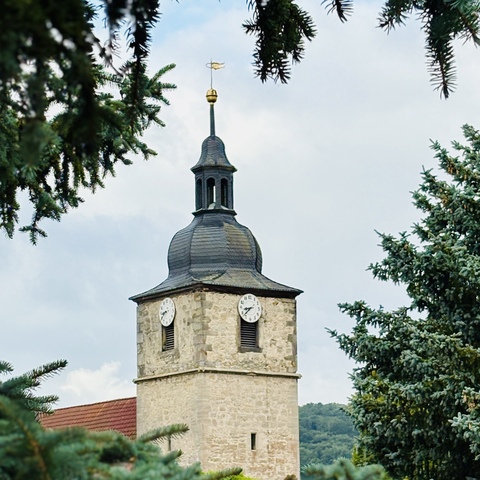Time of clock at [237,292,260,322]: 8:37
